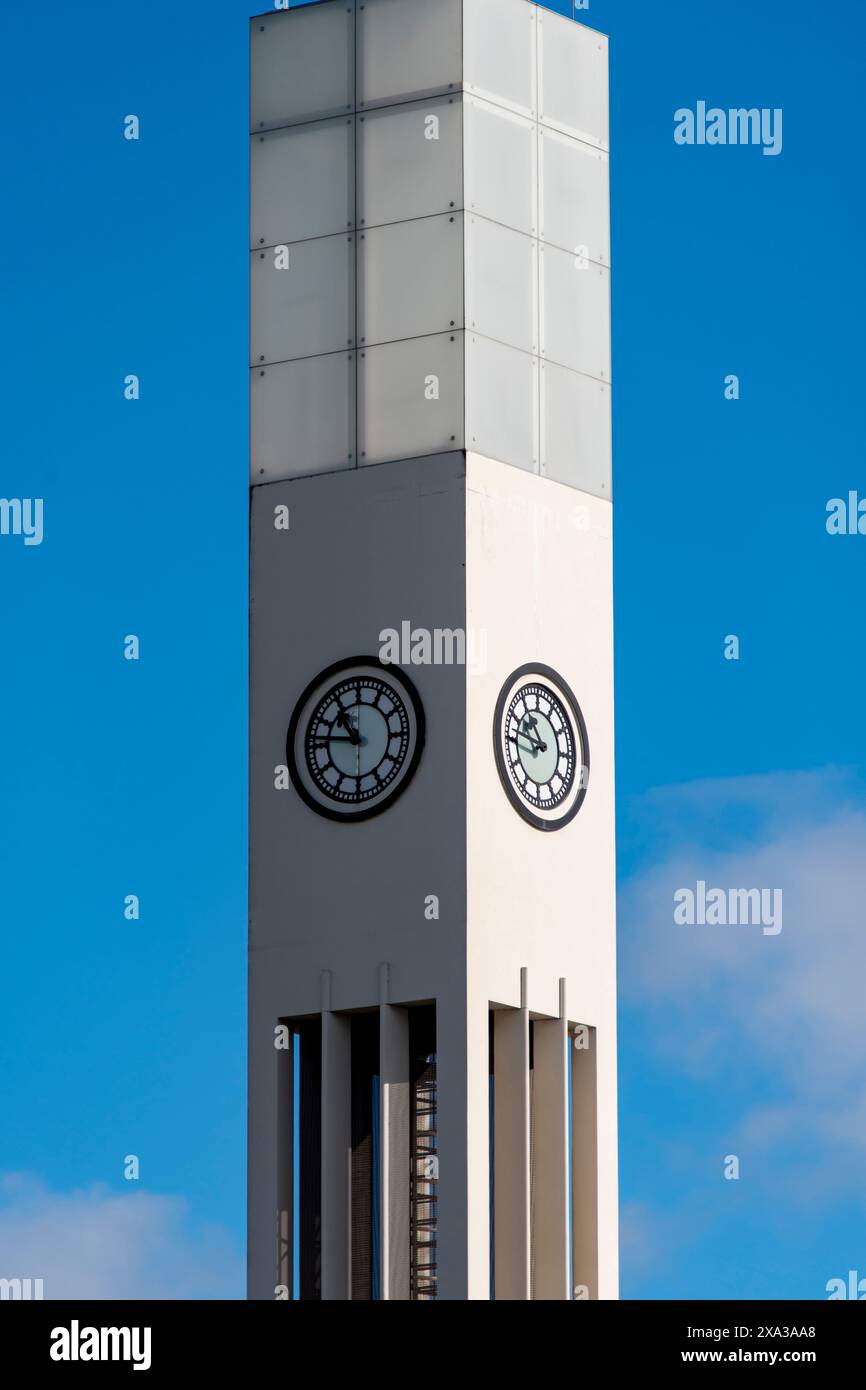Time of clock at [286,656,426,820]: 10:46
